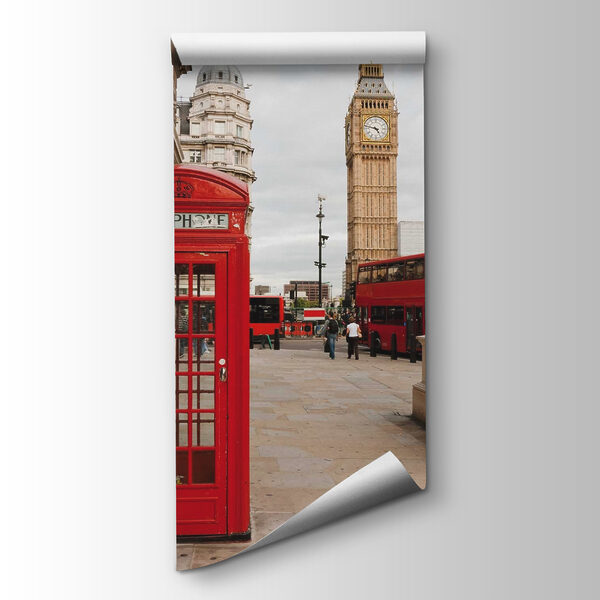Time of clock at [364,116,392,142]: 4:47
